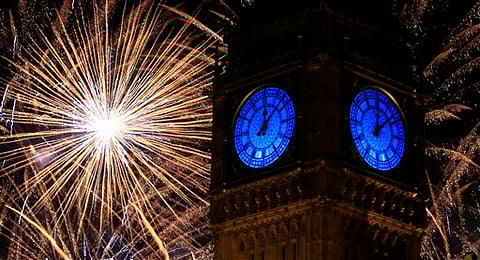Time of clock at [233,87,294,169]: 12:07
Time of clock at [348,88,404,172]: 12:07
